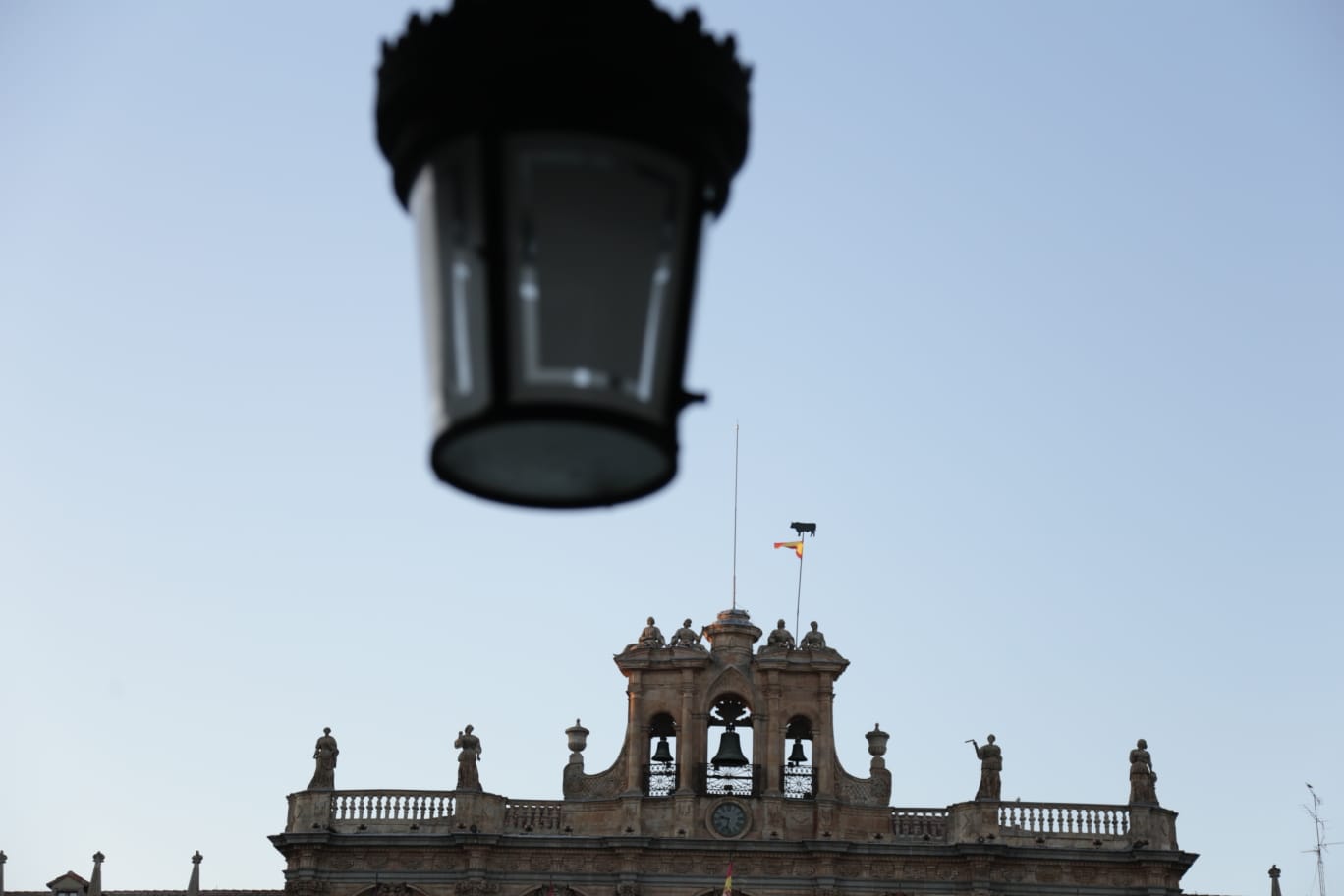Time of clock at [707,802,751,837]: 9:32
